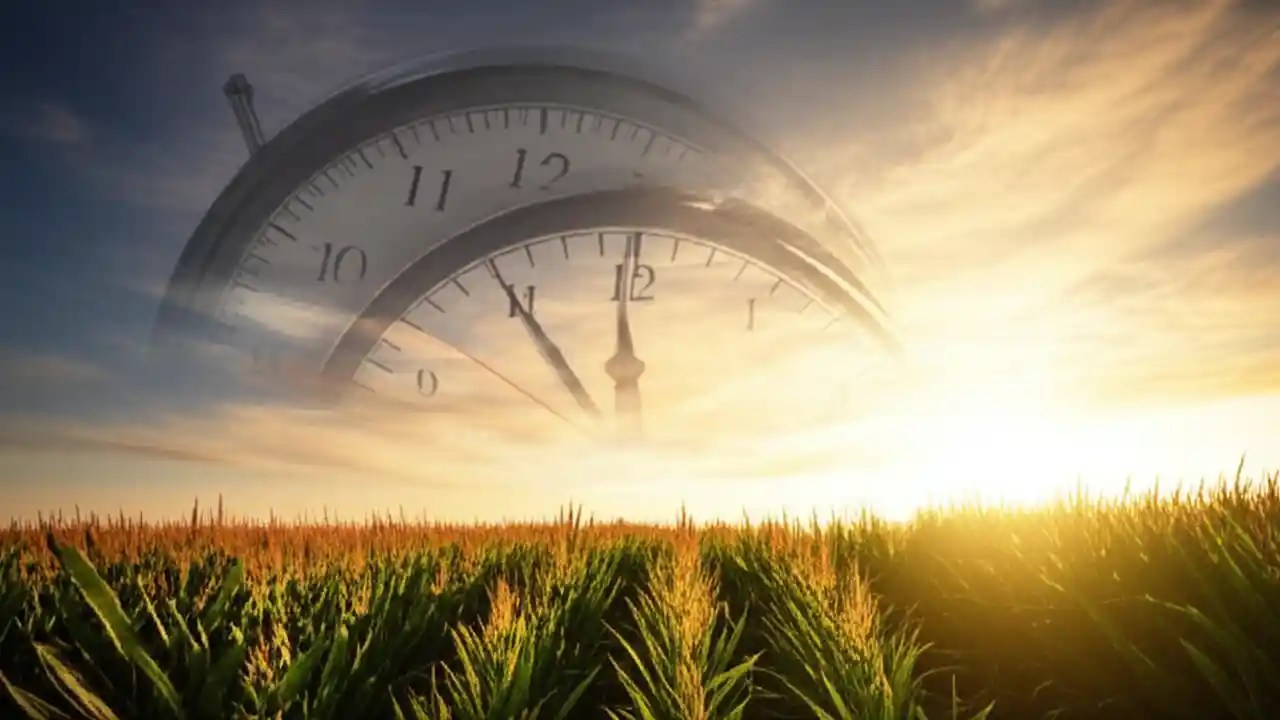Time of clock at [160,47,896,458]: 11:54
